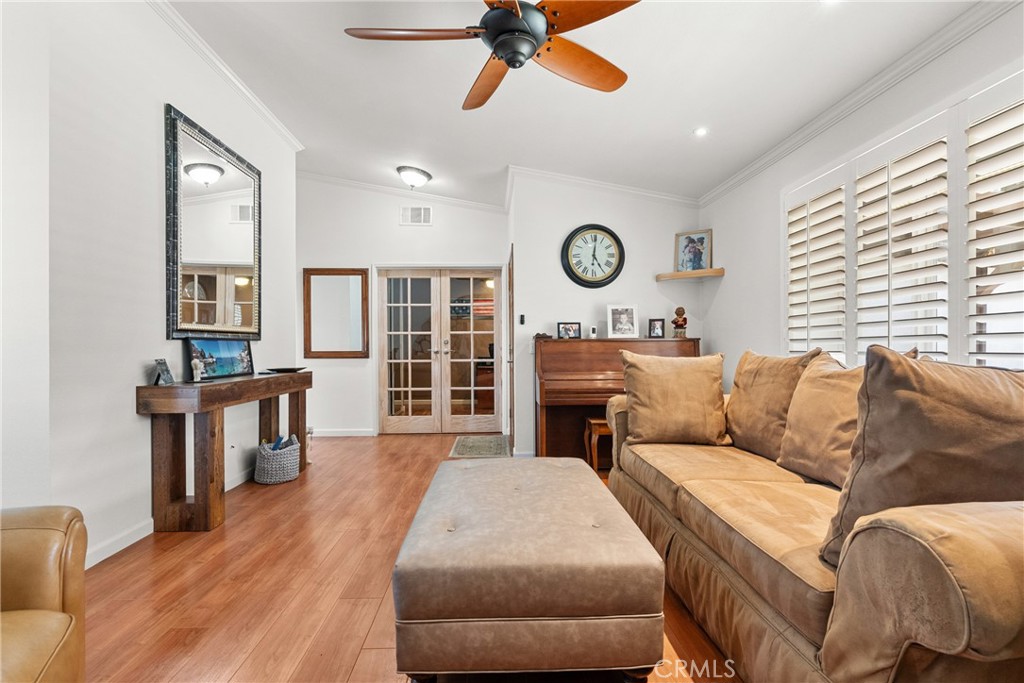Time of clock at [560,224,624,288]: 5:01
